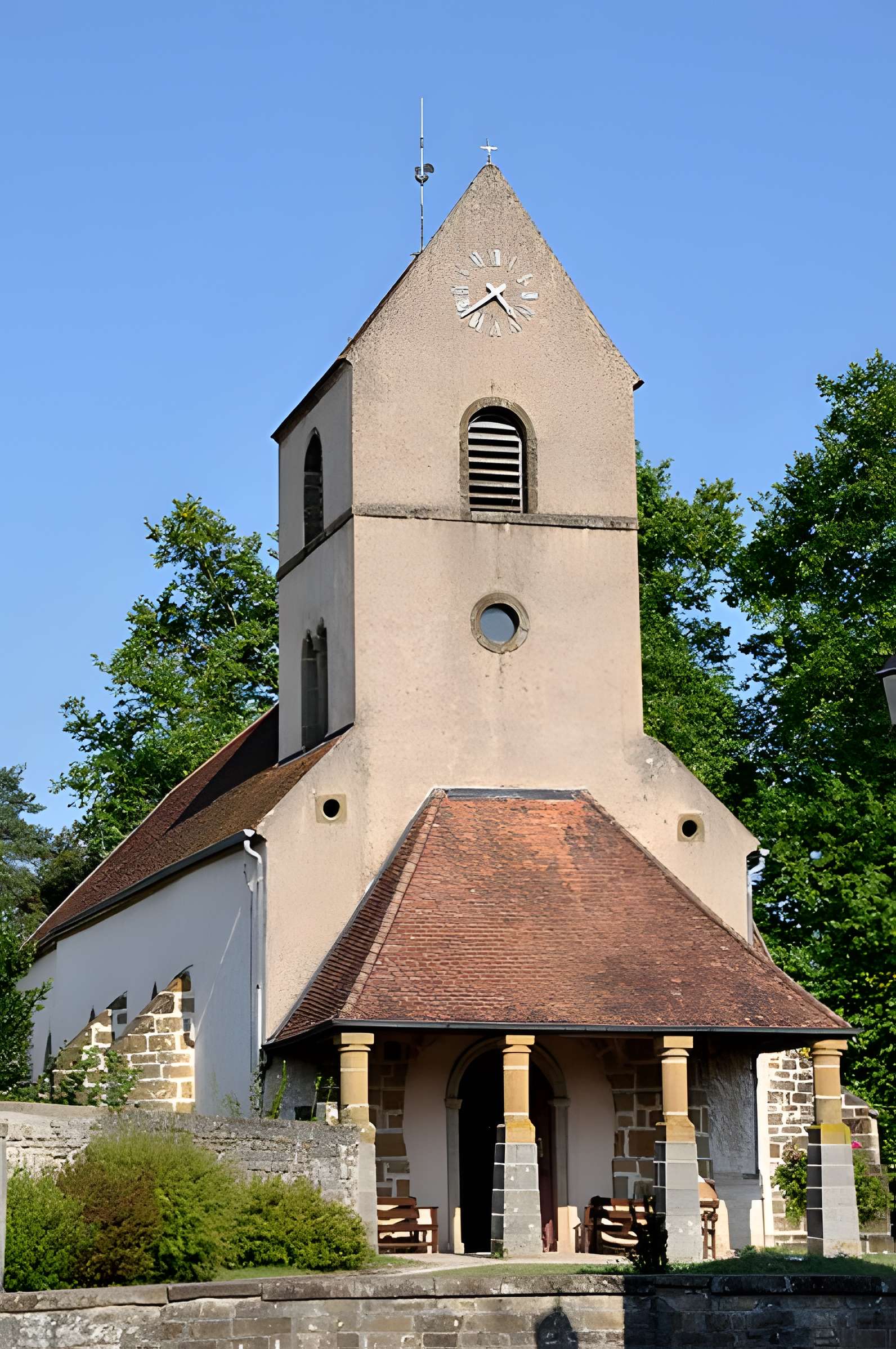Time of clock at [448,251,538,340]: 4:38
